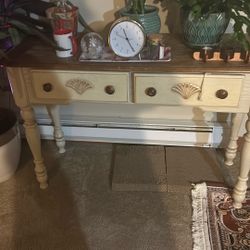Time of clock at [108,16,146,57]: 11:25
